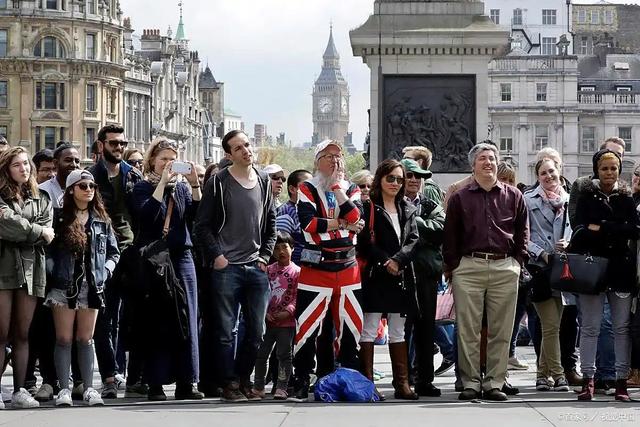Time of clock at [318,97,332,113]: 2:38
